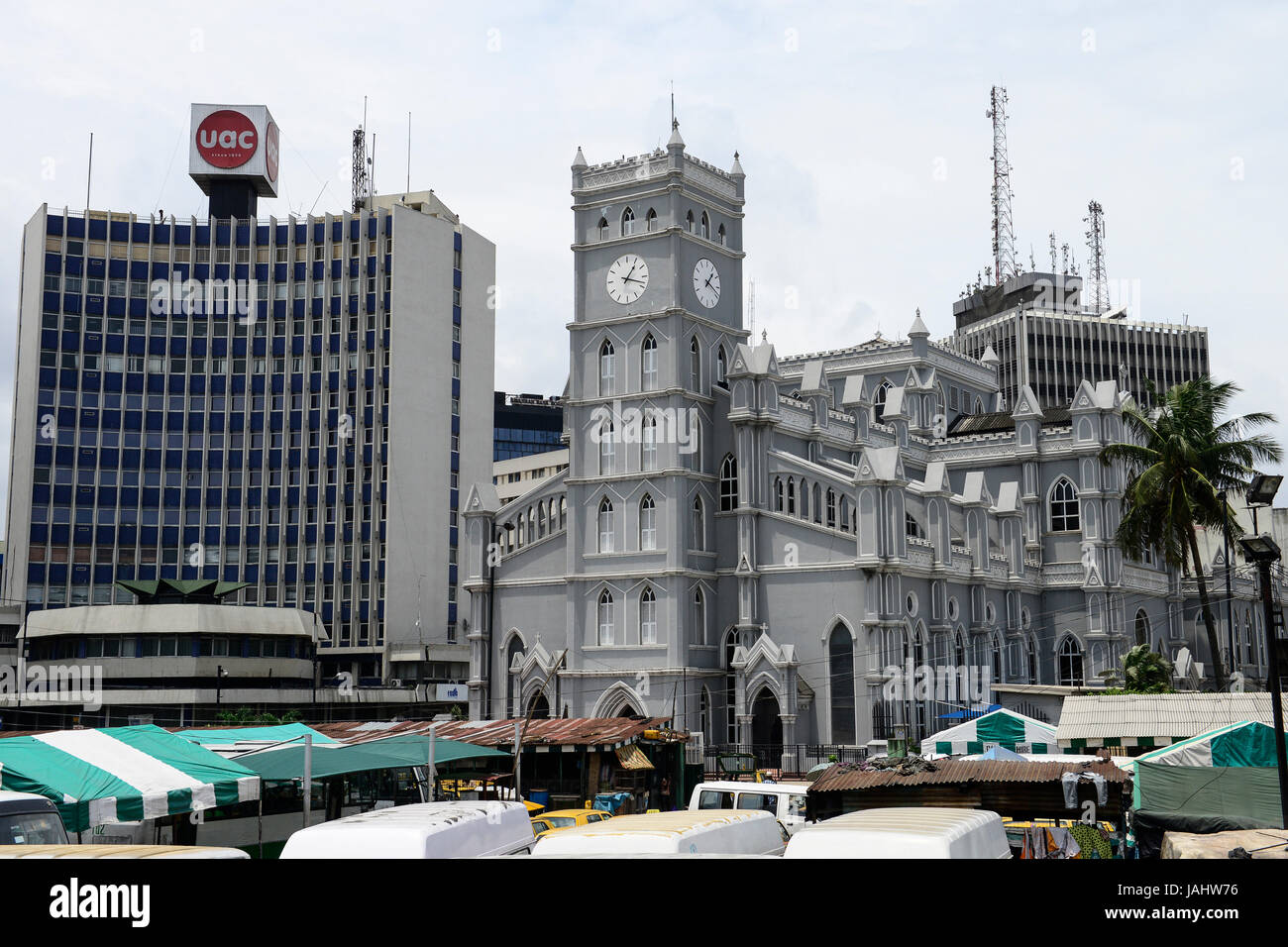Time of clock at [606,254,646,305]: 1:18
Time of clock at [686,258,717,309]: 1:18
